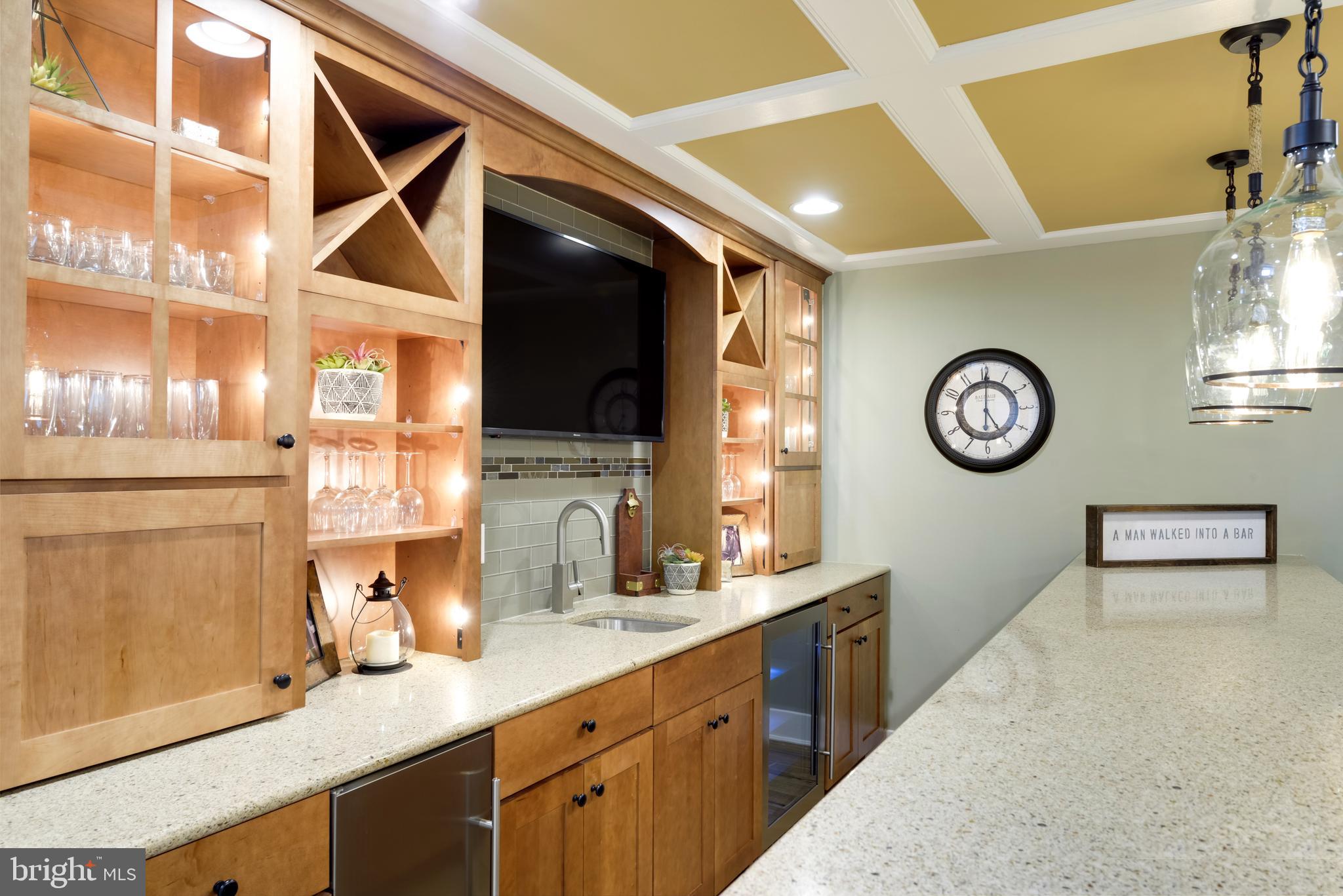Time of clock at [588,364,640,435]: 7:00
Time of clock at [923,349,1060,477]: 5:00
